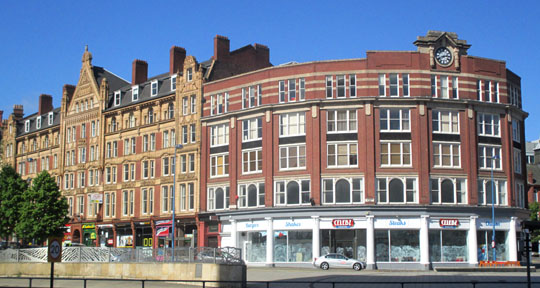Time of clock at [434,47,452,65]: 2:40
